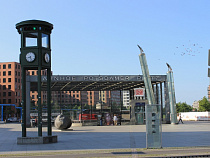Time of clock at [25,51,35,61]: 8:26
